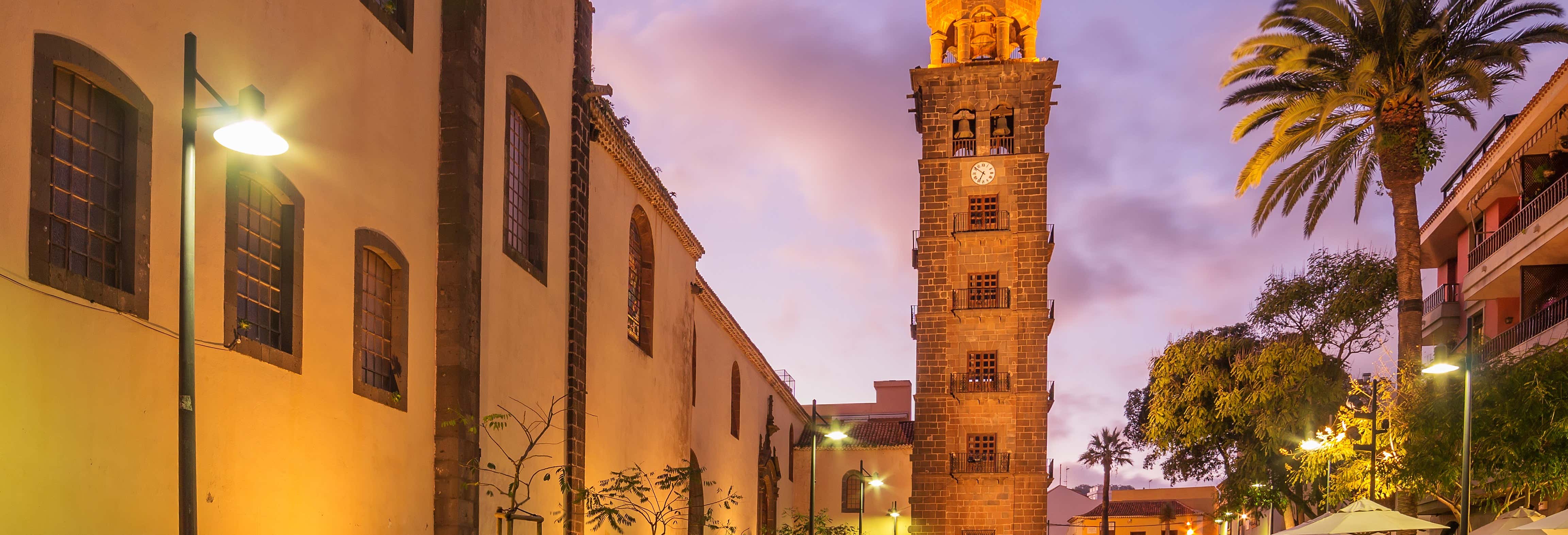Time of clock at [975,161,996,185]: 6:50
